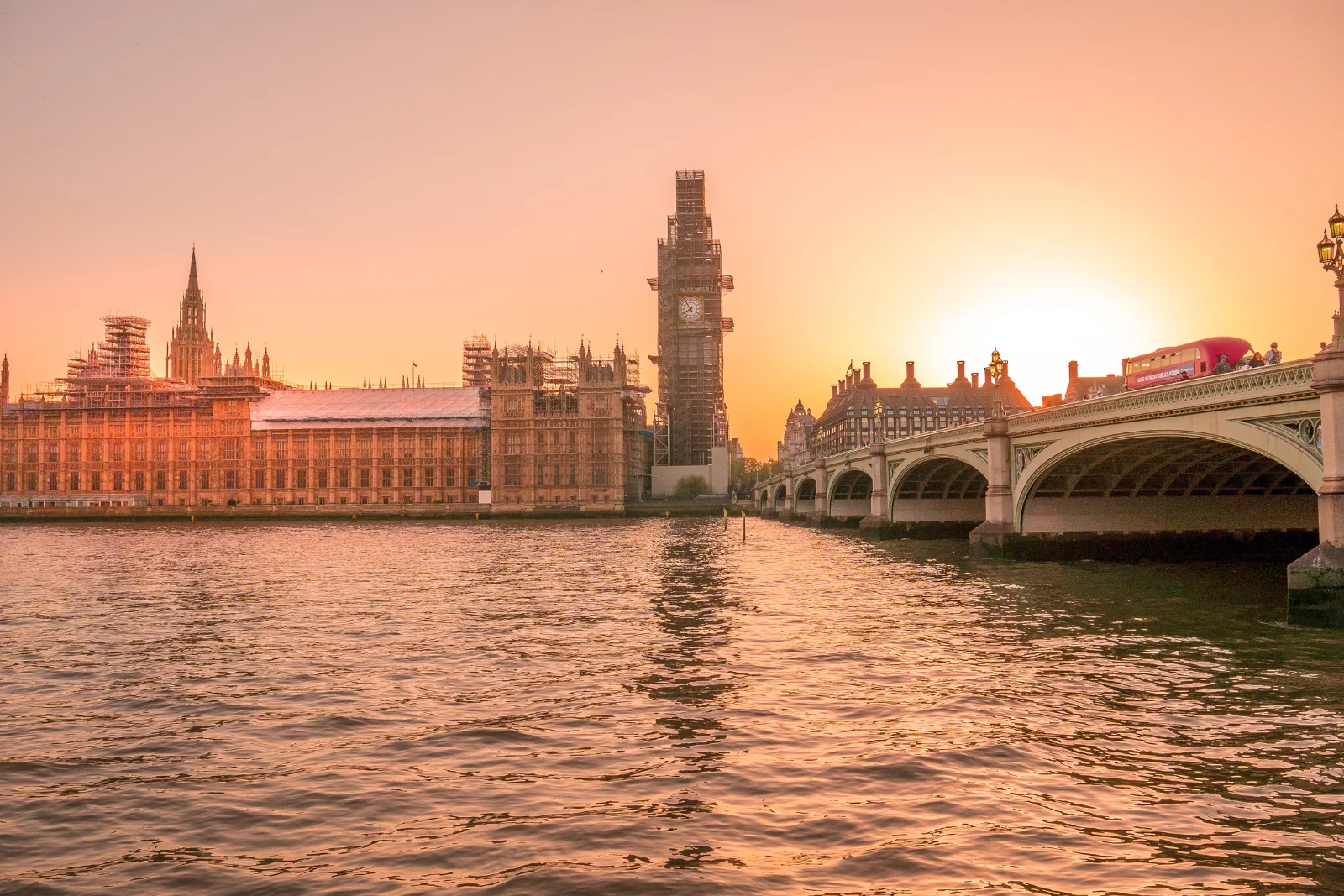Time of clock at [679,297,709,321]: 7:54
